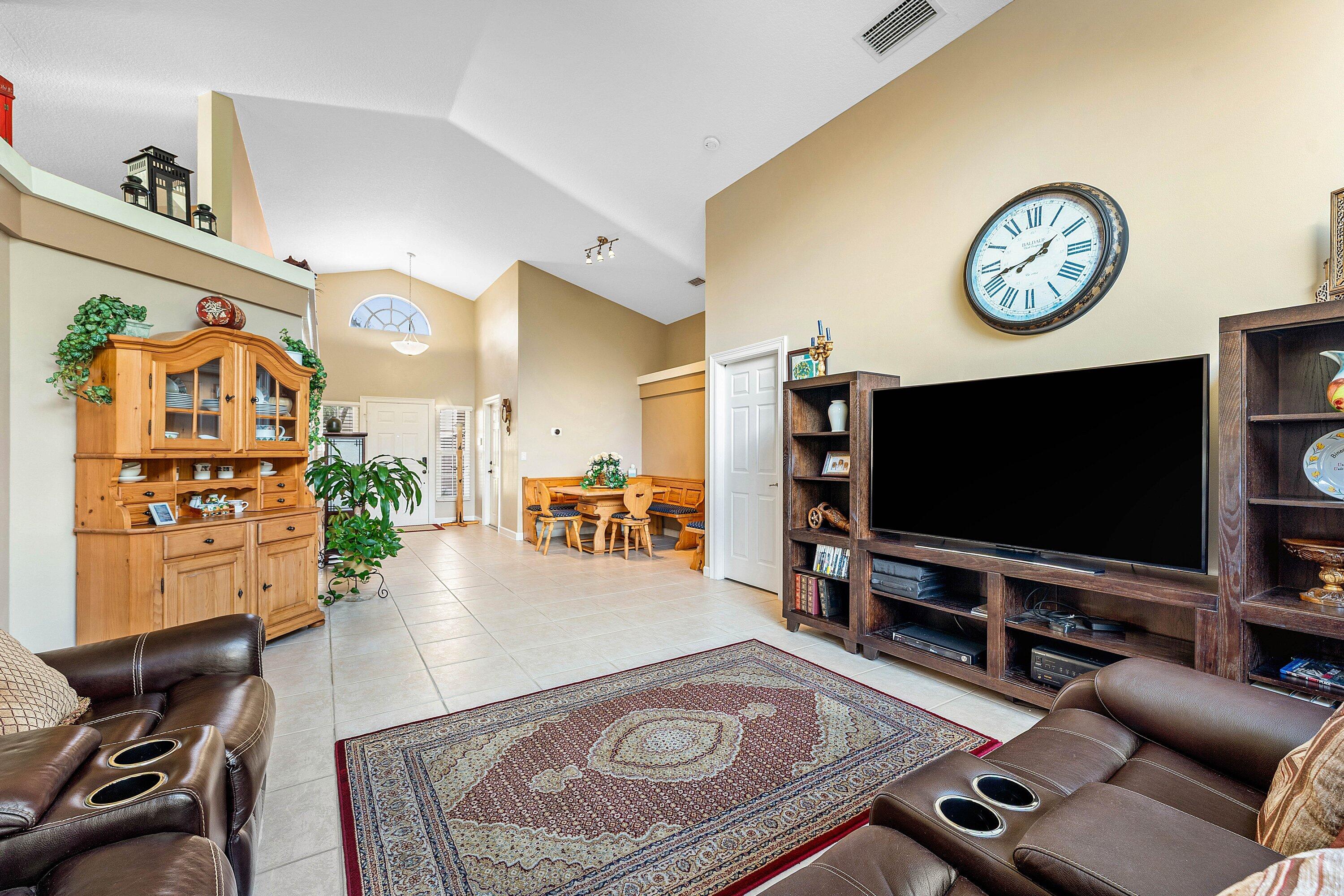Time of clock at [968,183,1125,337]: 1:42
